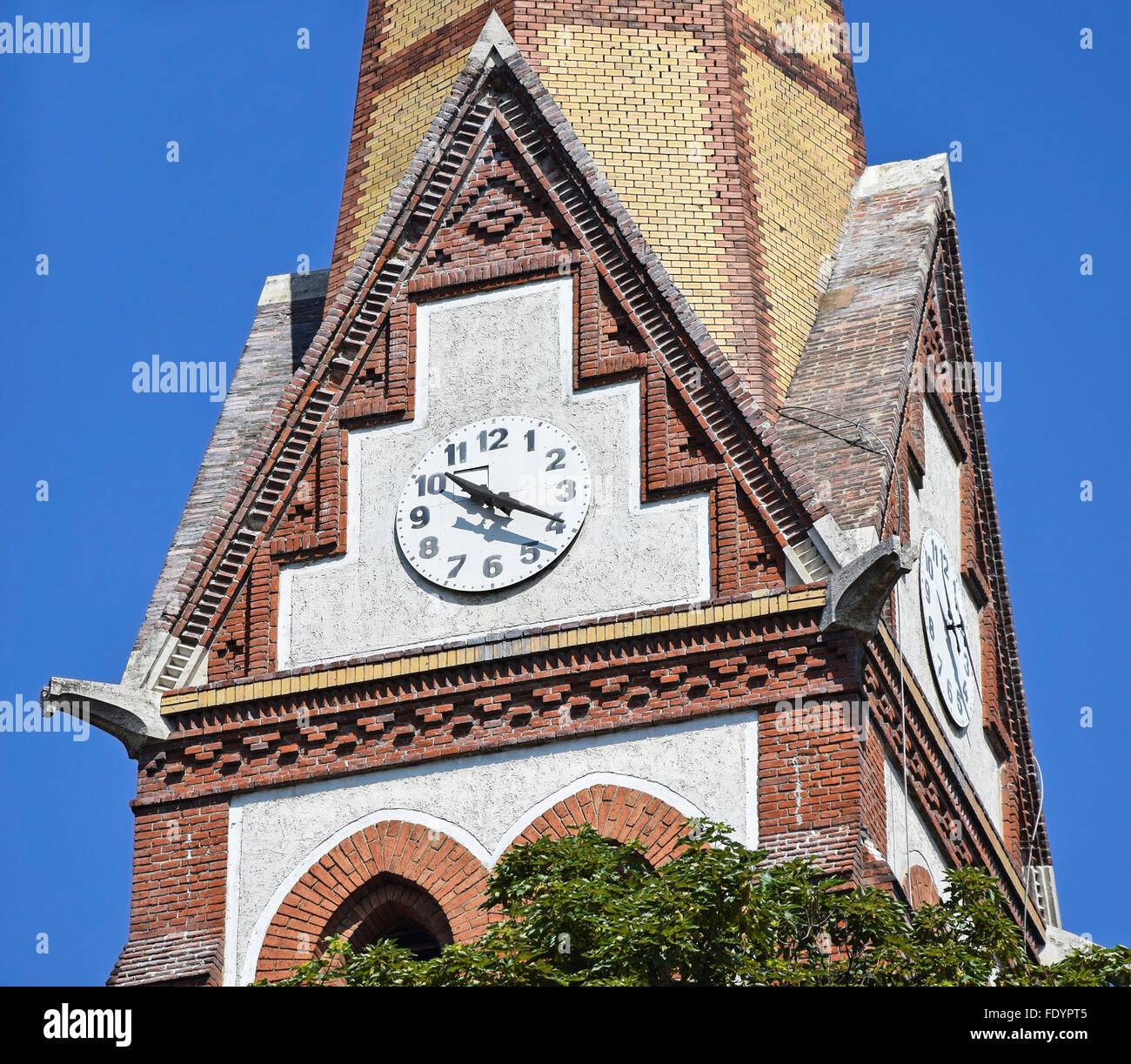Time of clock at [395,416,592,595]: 10:19
